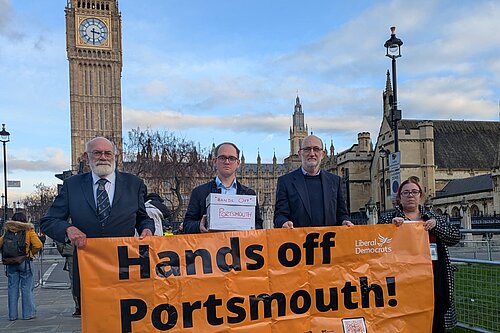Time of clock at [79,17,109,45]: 3:30
